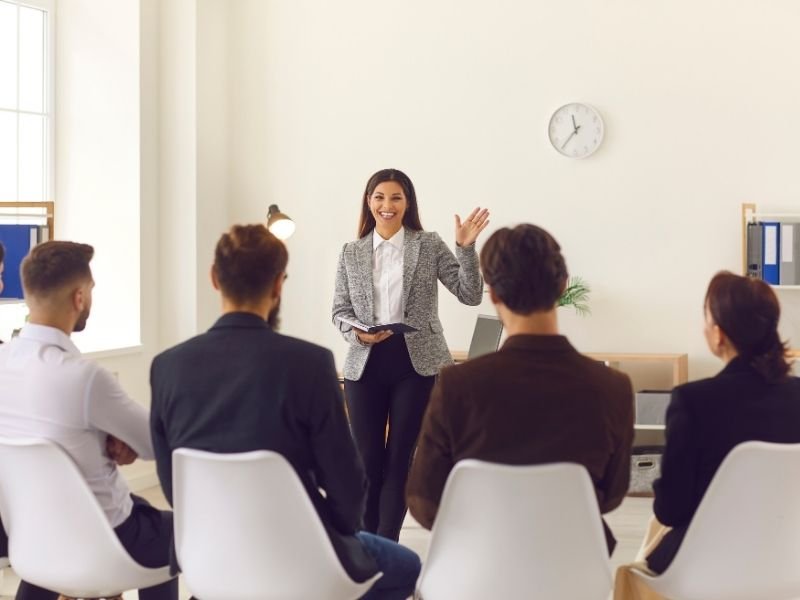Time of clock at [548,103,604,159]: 11:36
